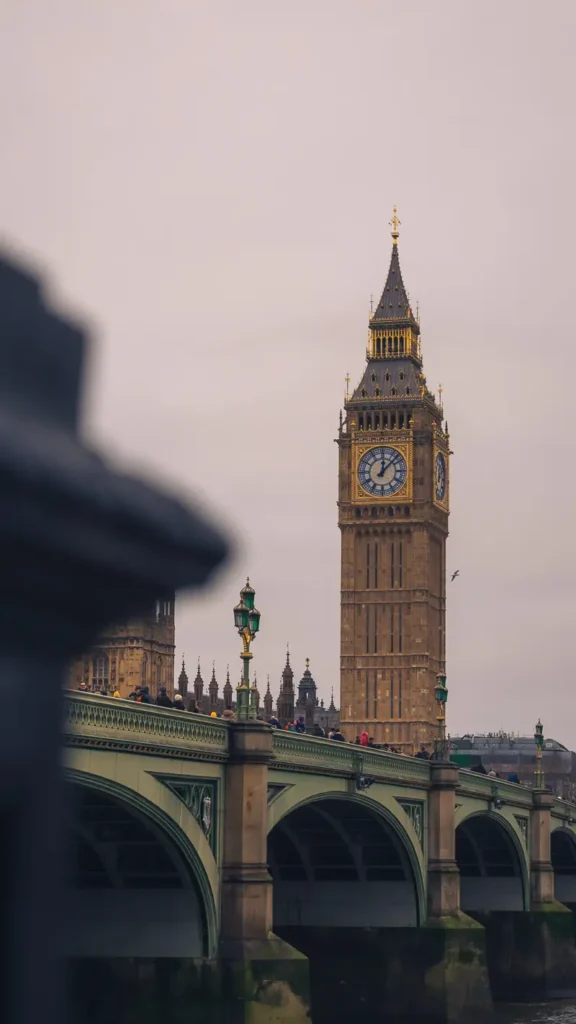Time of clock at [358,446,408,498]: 12:07
